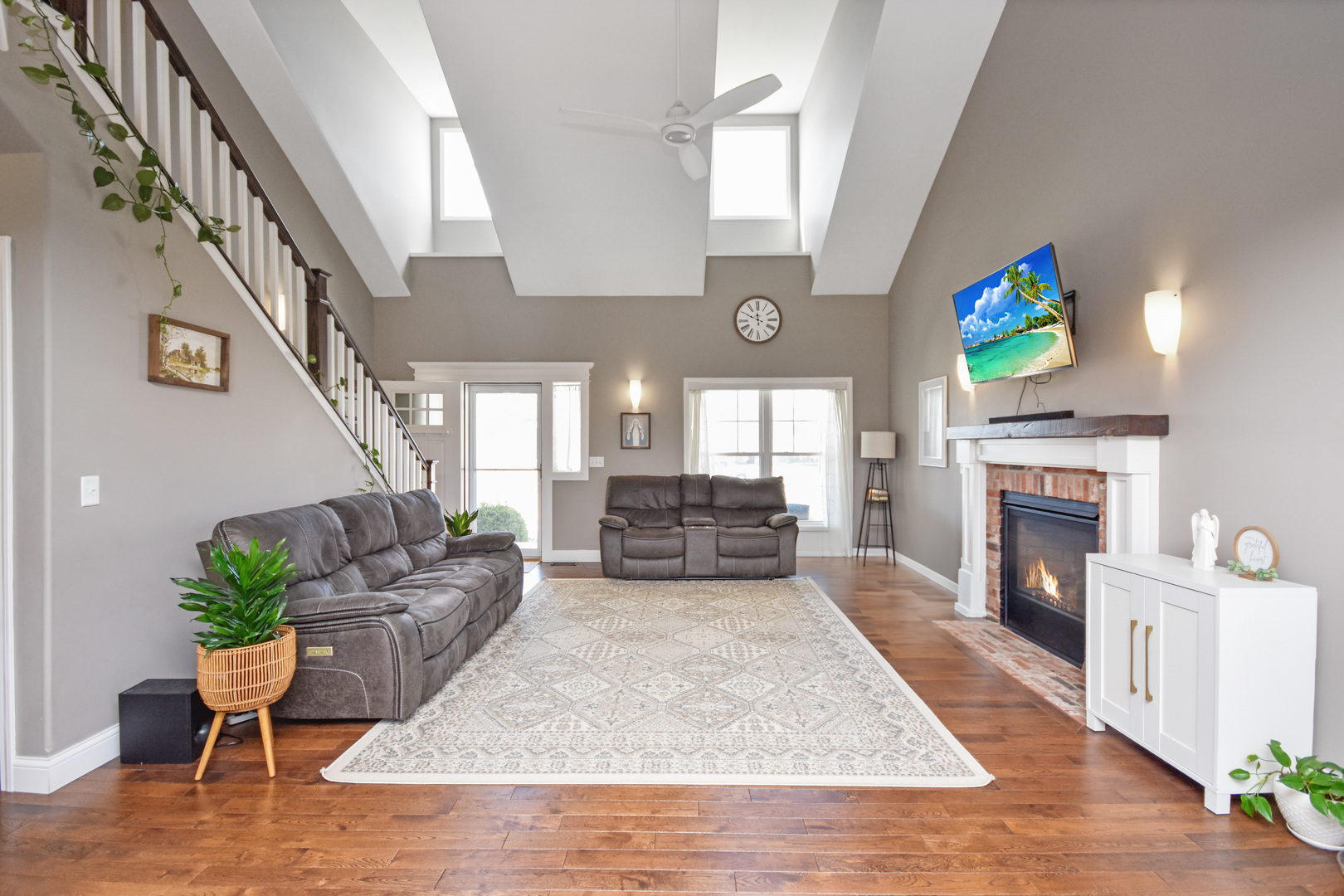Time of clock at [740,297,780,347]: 11:49
